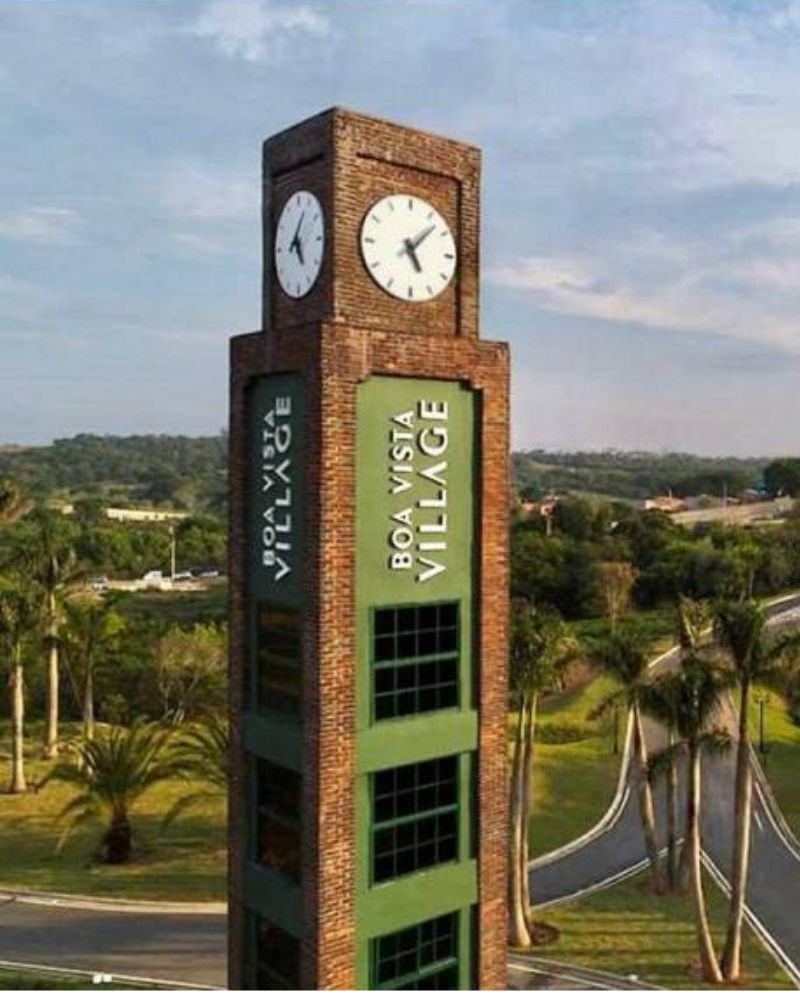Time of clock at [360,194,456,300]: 5:07
